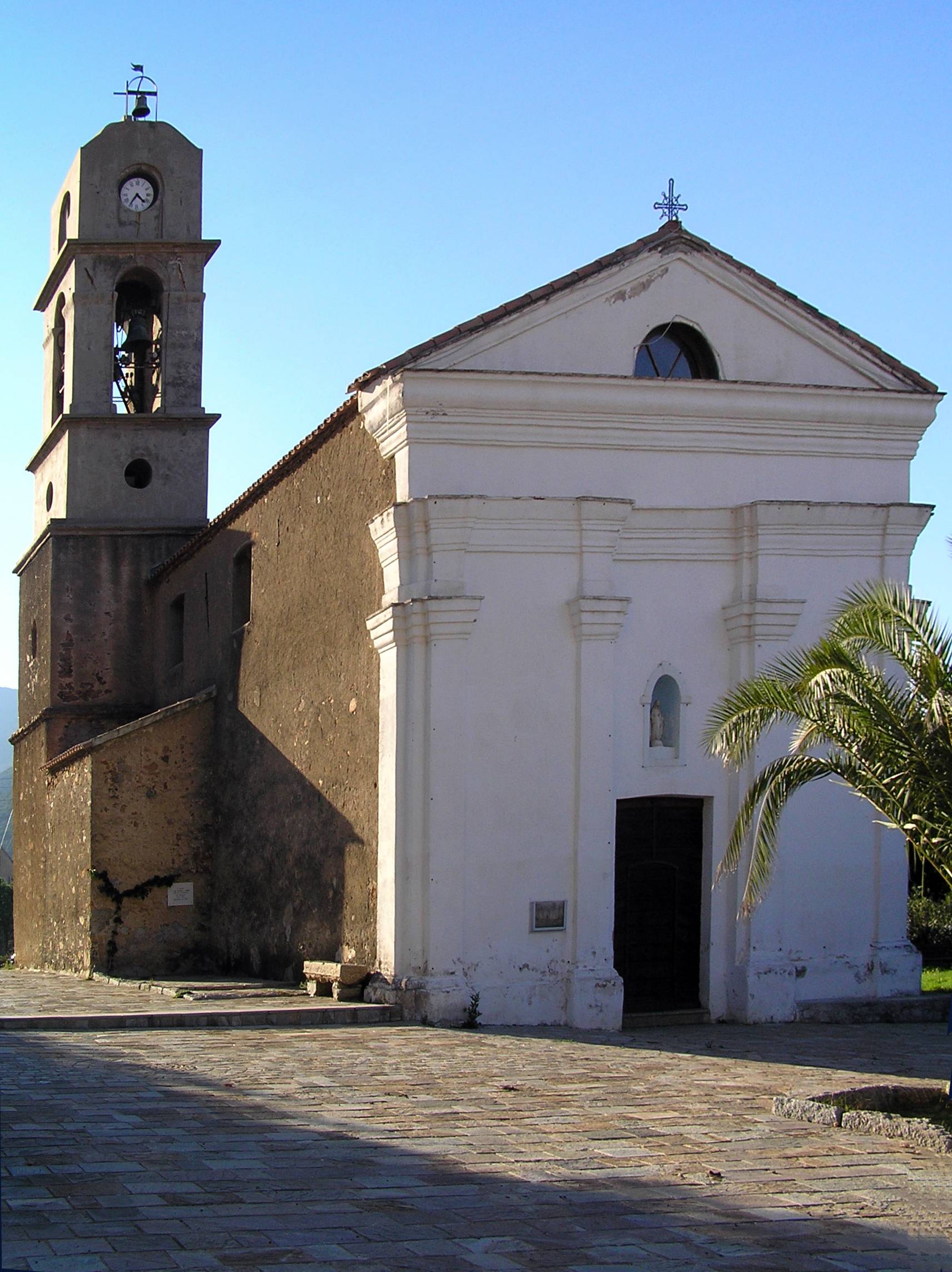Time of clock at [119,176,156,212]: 4:35
